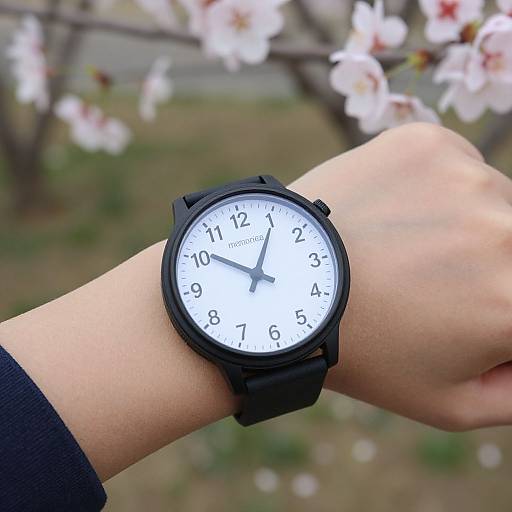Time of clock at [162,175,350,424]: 10:05
